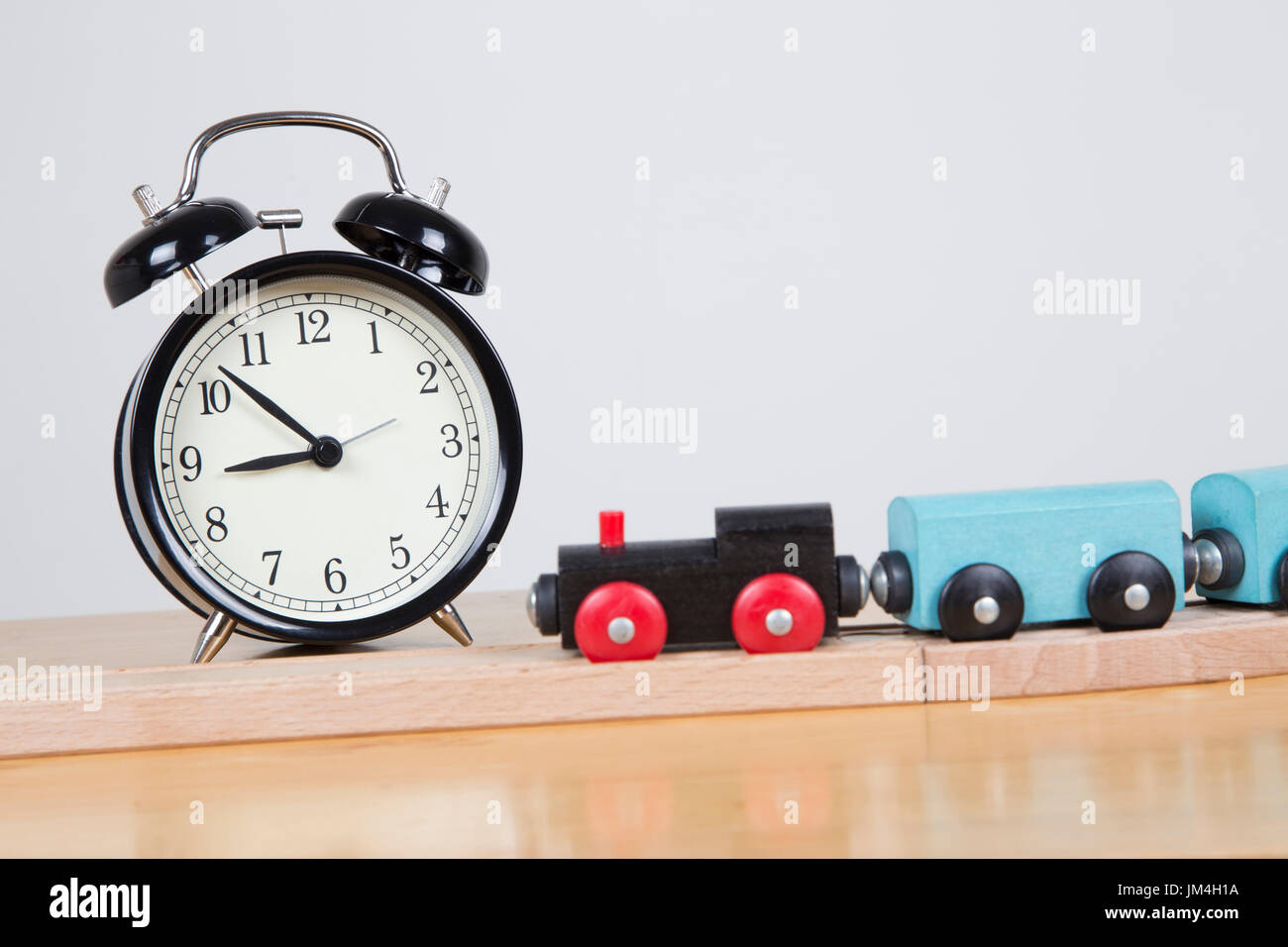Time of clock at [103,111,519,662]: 8:52
